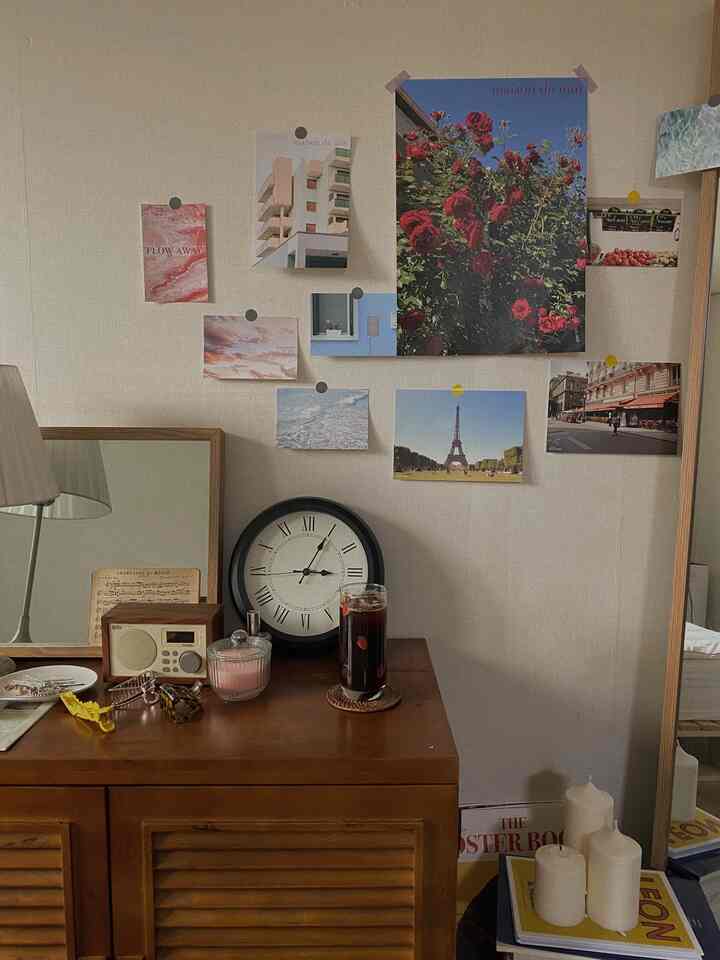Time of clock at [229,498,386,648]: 3:04
